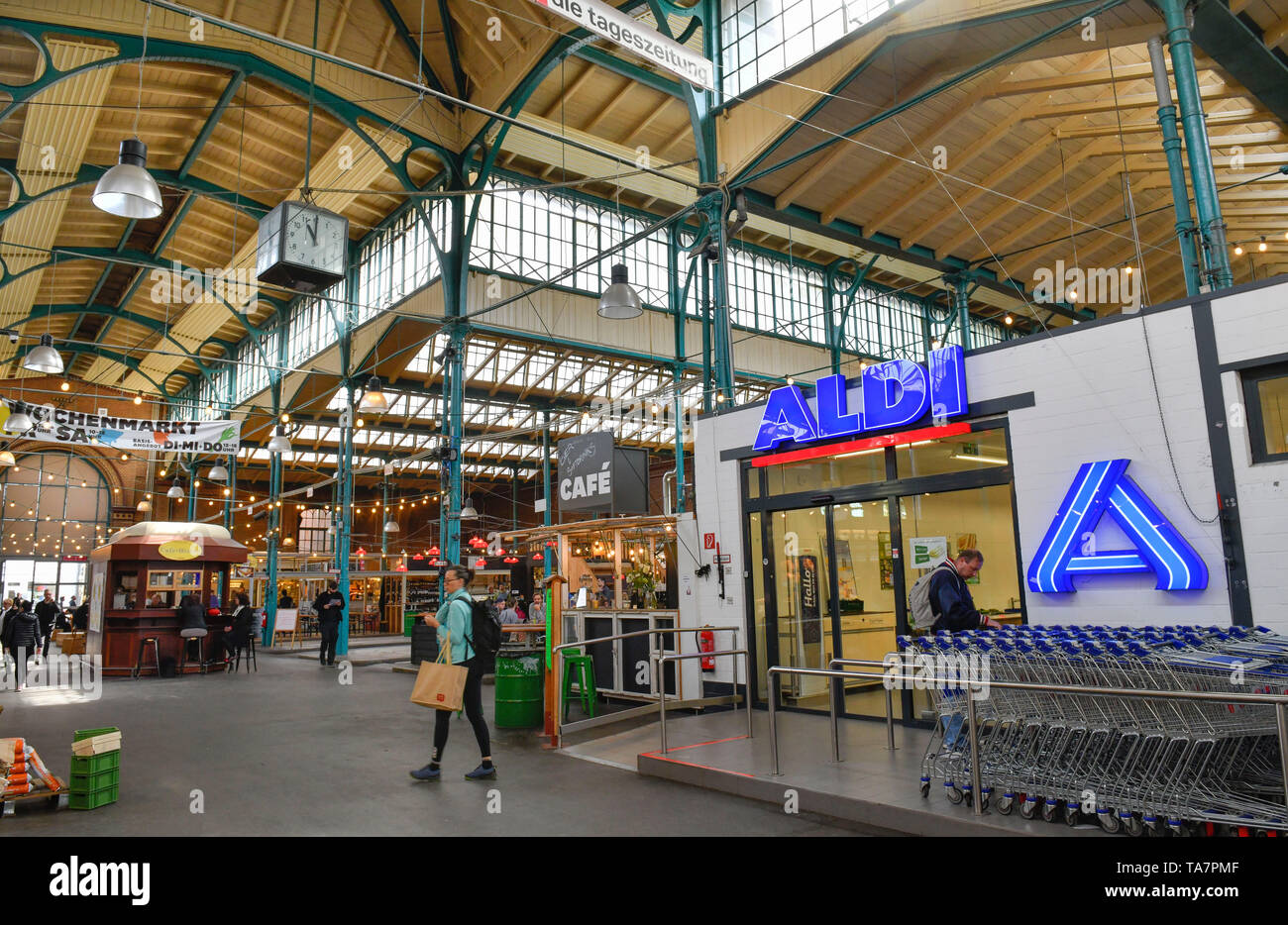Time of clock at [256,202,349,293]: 11:00
